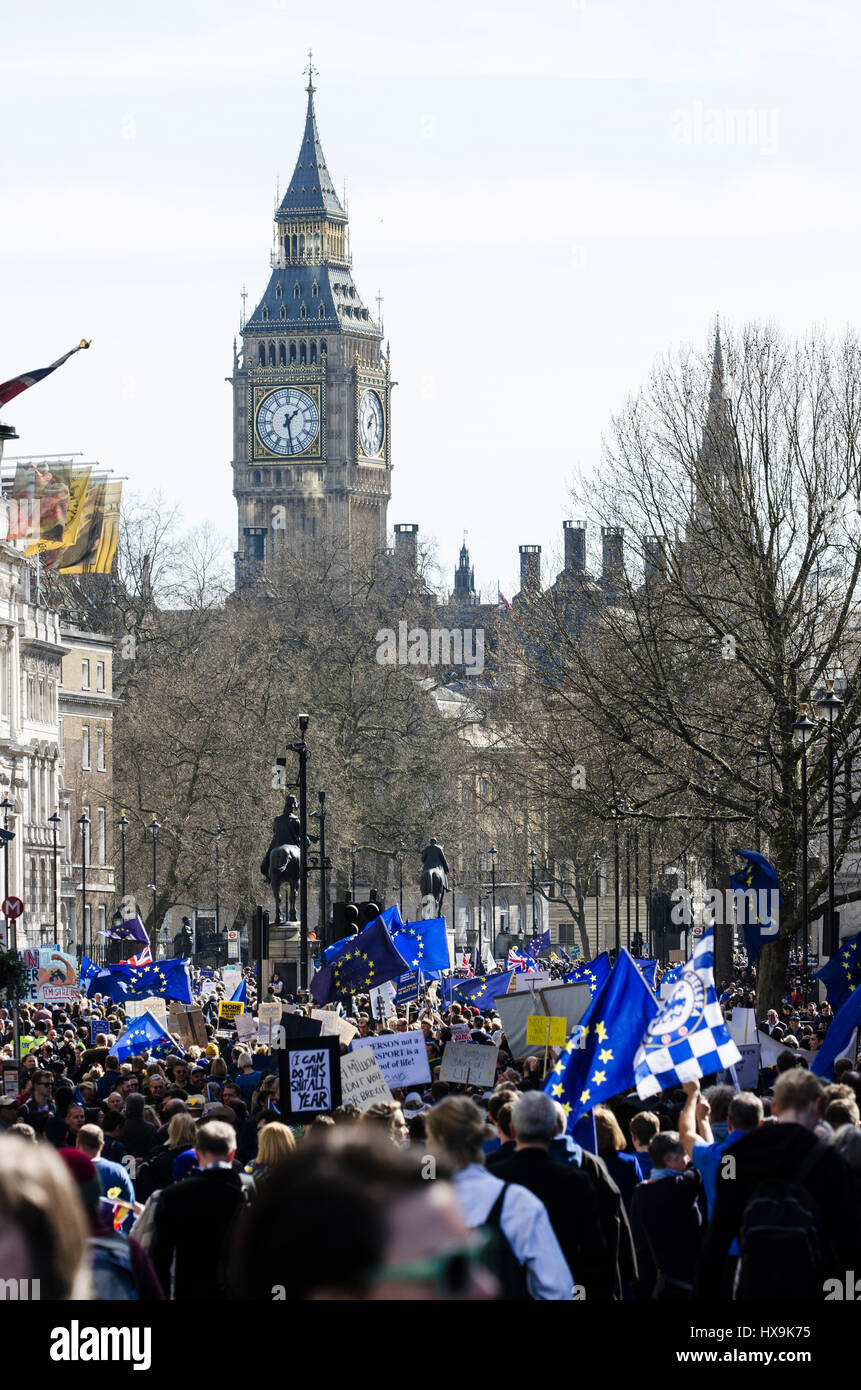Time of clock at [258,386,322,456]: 1:28
